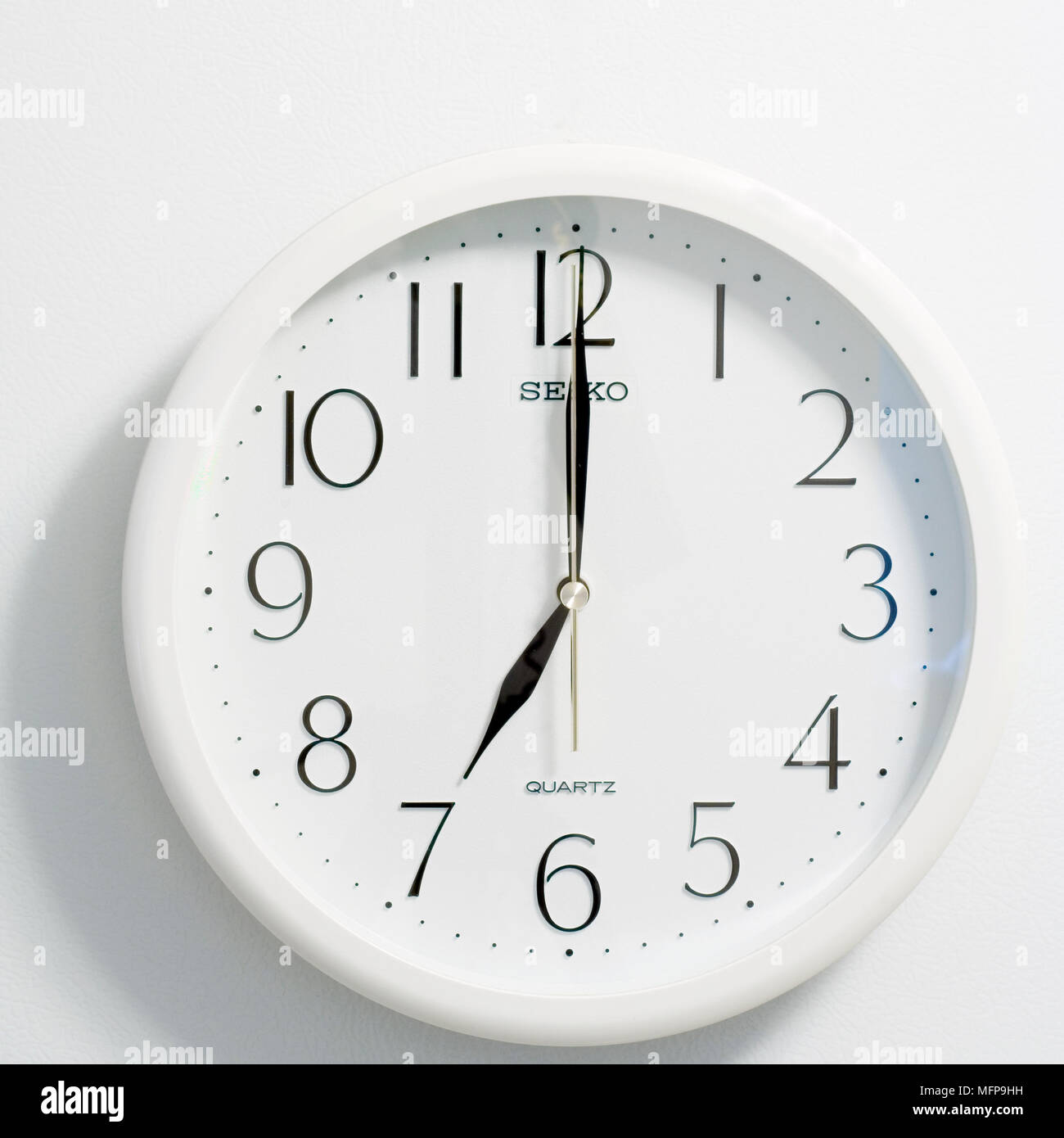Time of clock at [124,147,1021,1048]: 7:00
